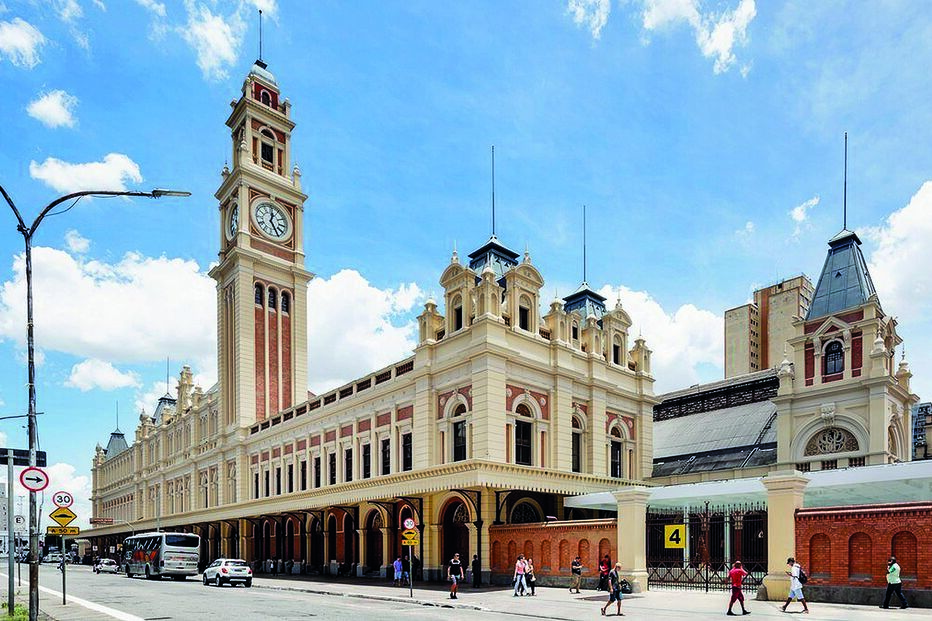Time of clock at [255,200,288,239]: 12:24
